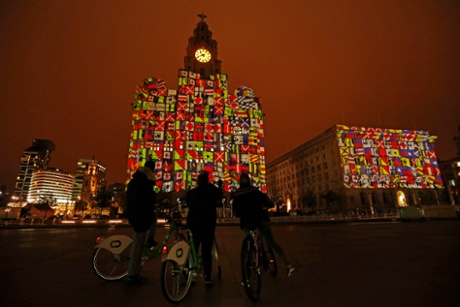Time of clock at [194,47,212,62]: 10:41
